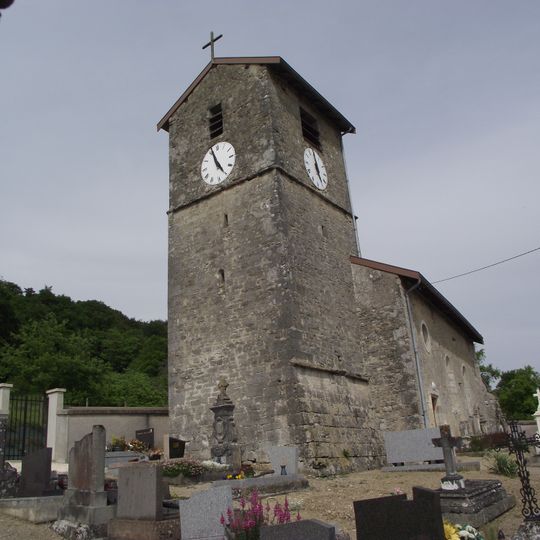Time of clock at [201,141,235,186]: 4:56
